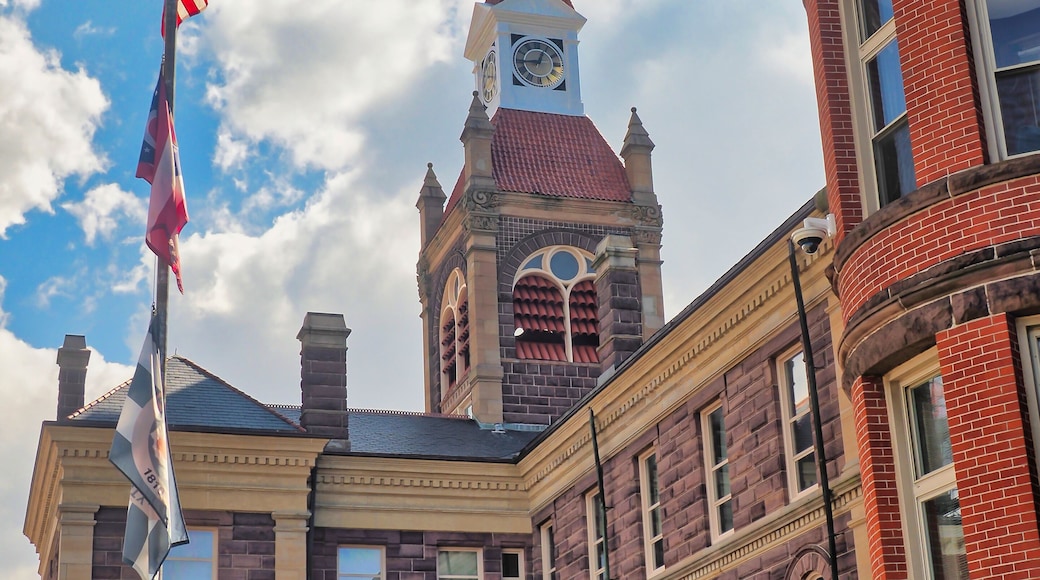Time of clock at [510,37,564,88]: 12:44
